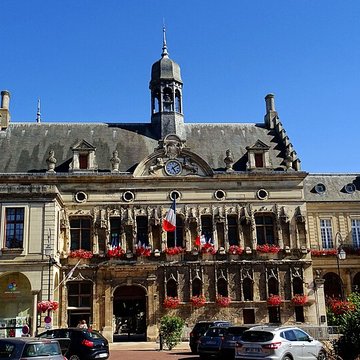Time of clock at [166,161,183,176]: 5:08
